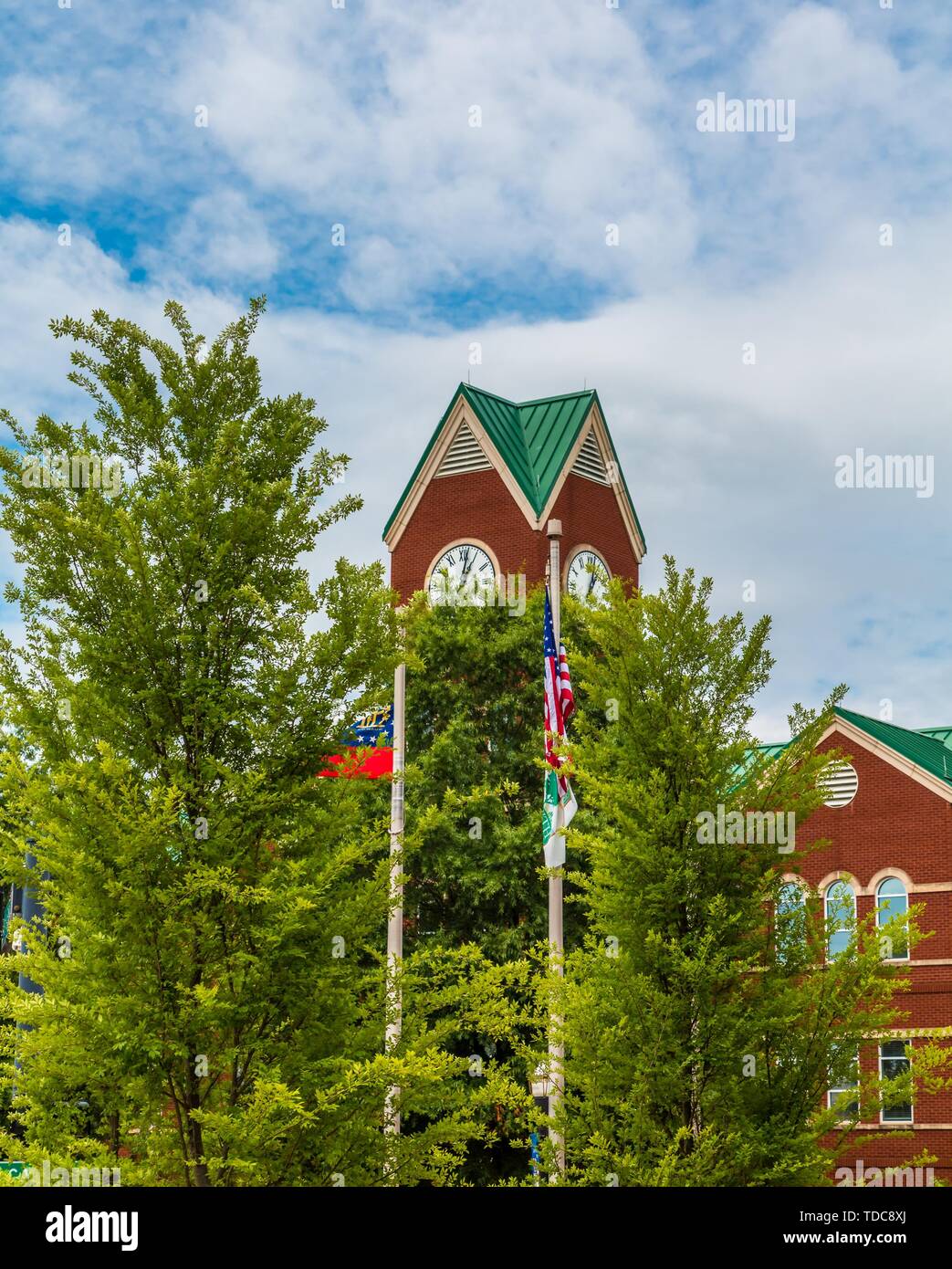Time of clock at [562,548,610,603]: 1:02
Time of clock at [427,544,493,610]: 1:02
